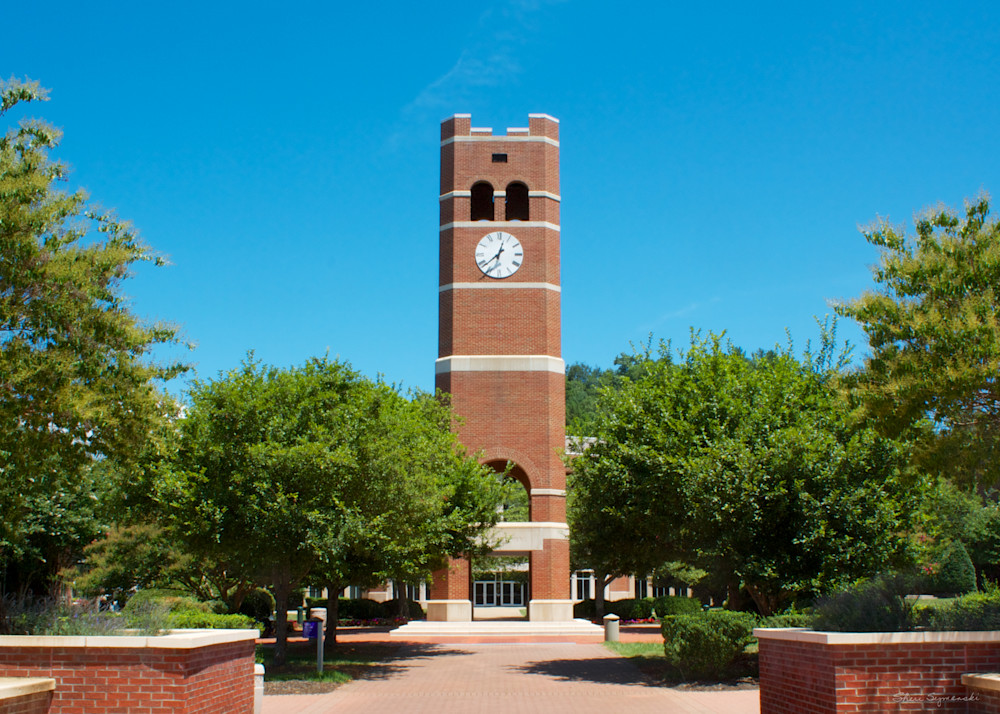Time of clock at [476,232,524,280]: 12:38
